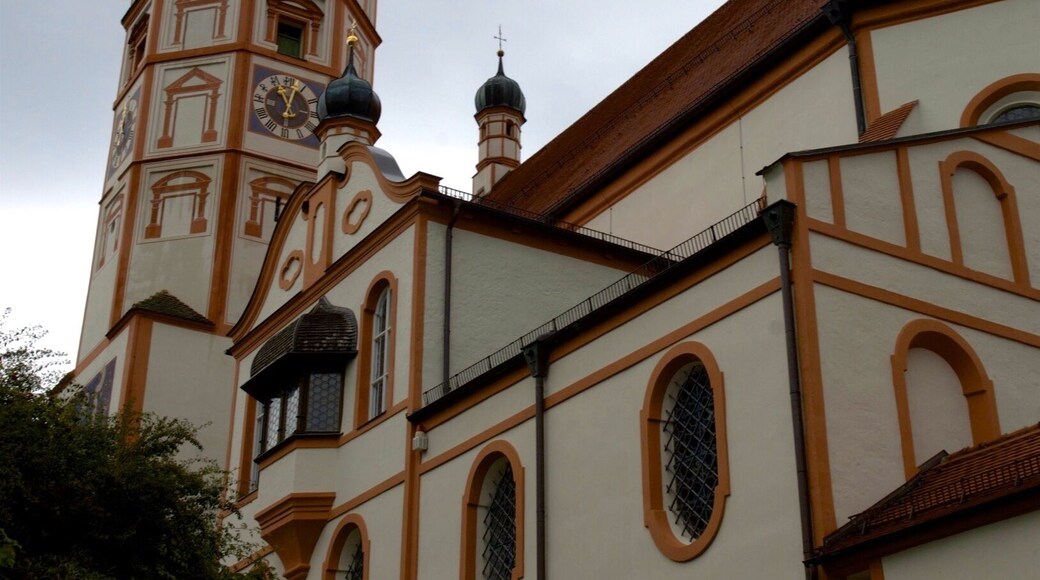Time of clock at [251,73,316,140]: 11:02
